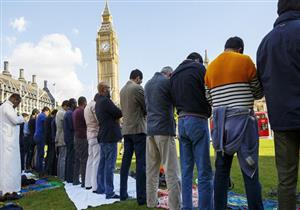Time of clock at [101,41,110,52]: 1:37
